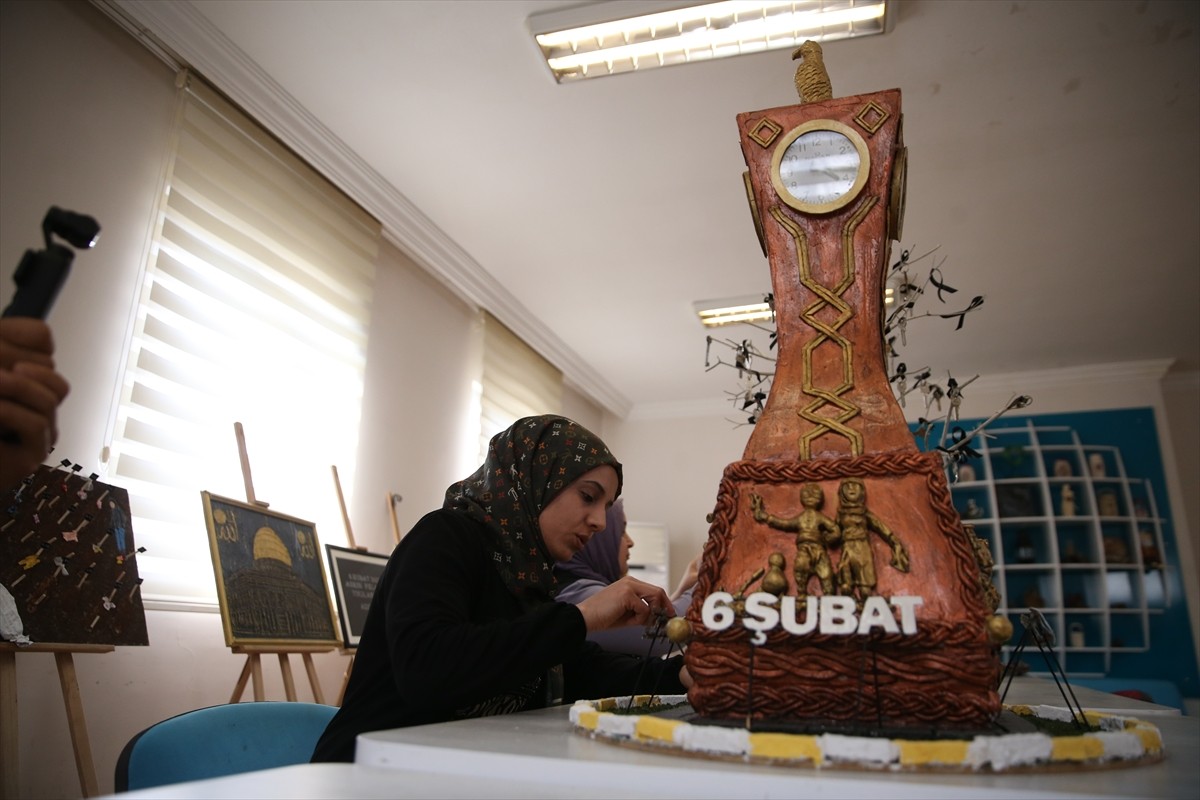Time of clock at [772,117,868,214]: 4:16
